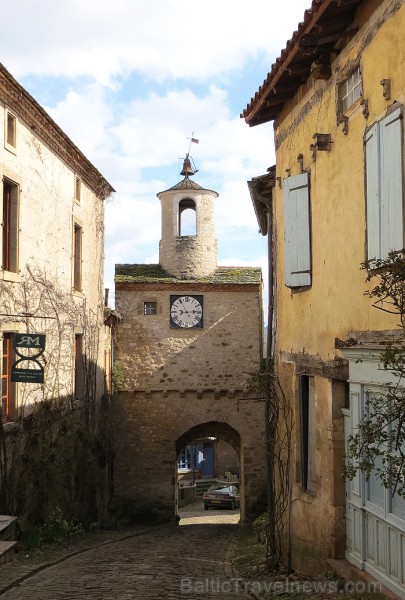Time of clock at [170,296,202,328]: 2:54
